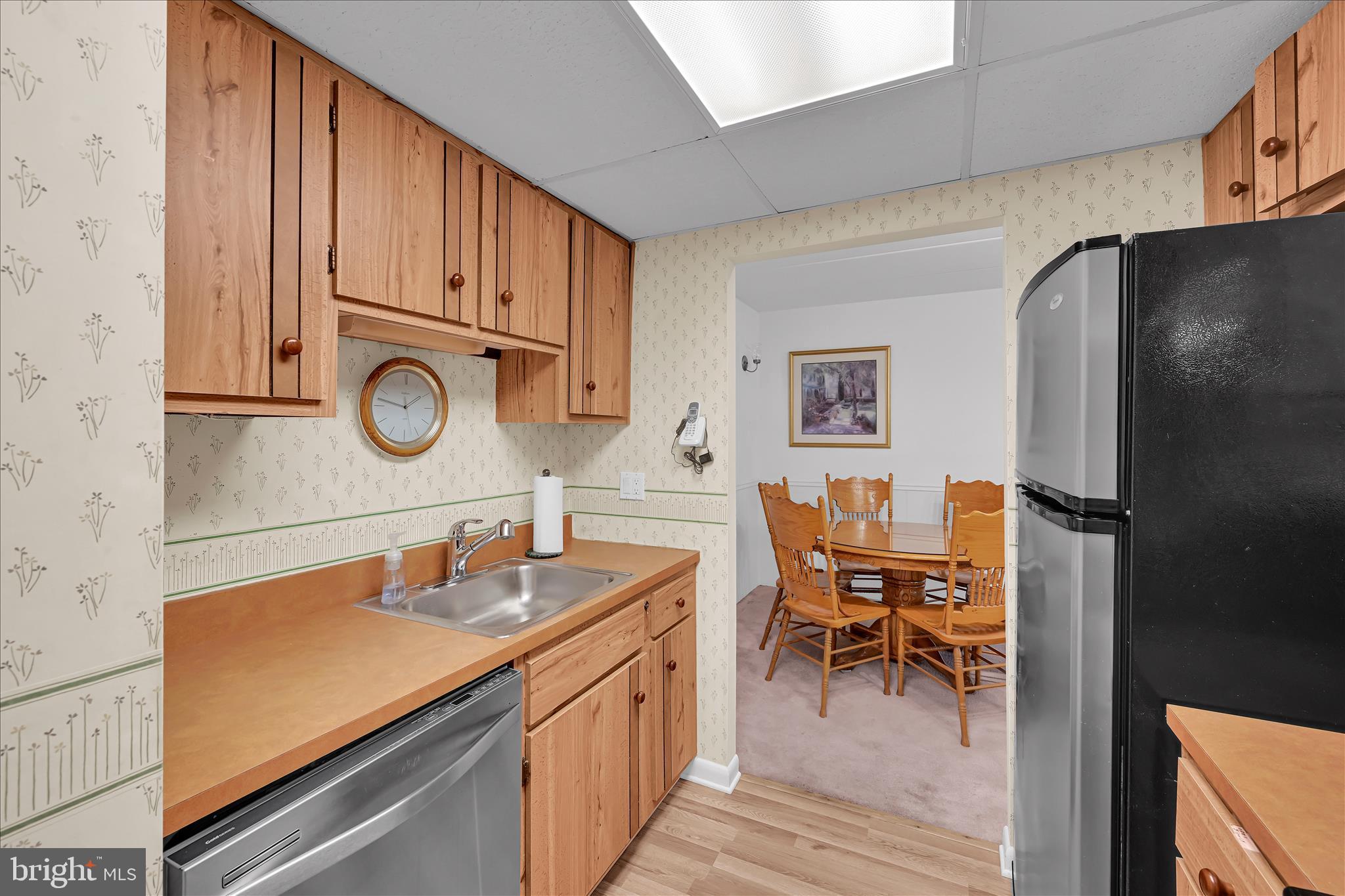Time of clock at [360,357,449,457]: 1:47
